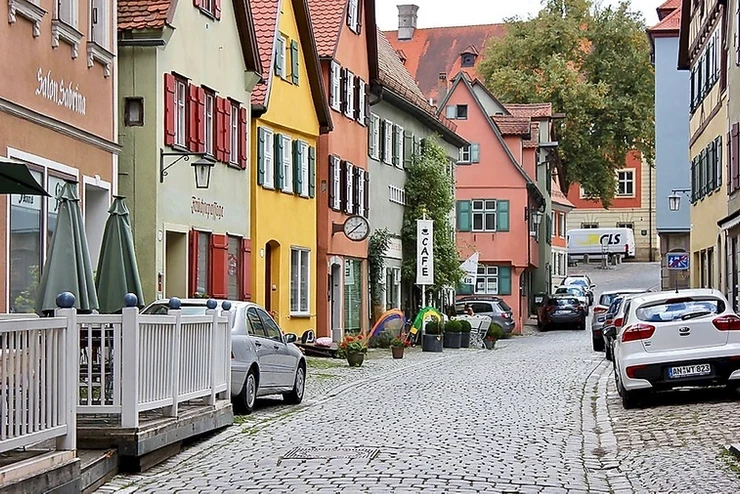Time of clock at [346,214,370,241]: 1:38
